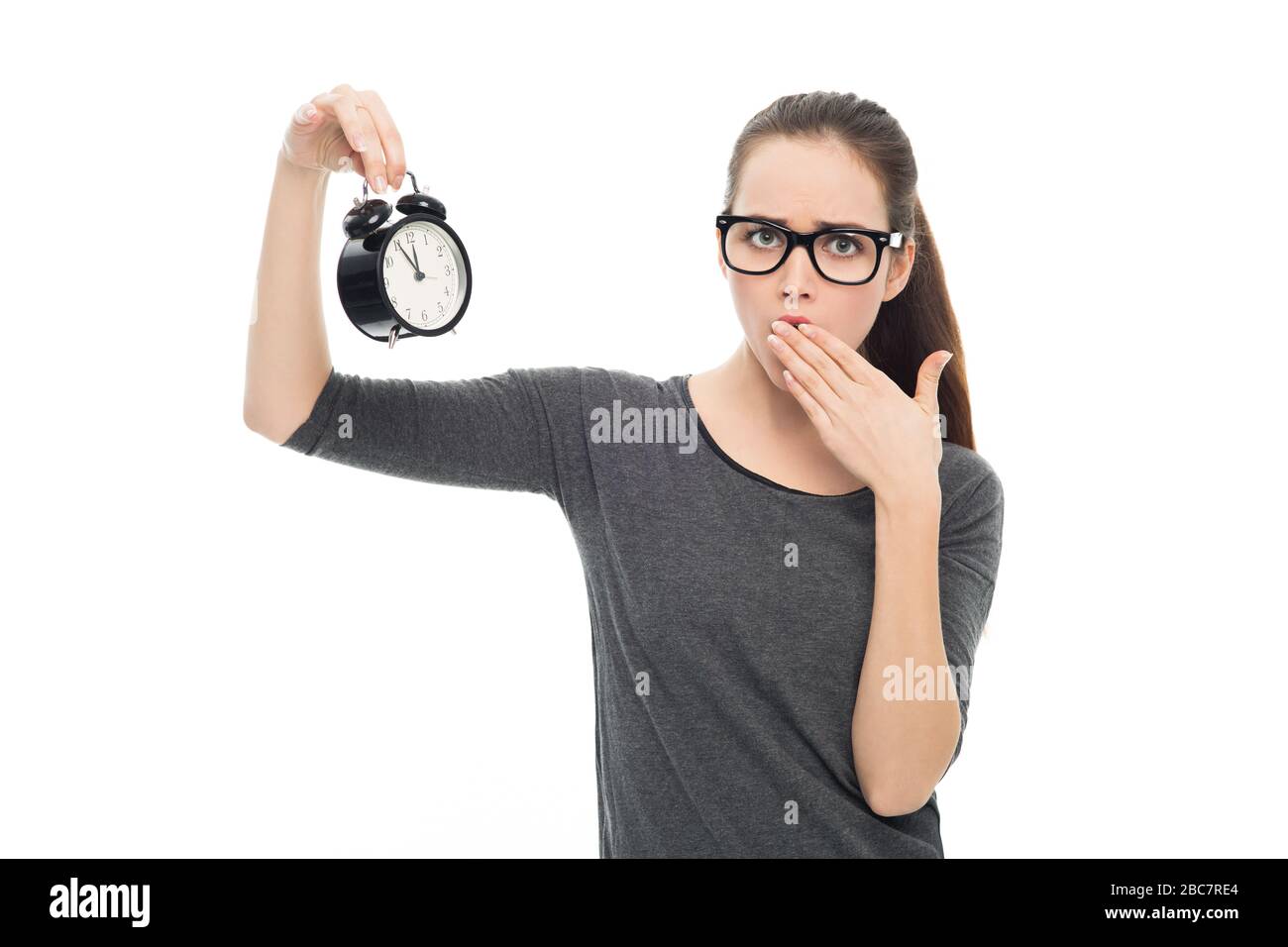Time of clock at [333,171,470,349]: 11:54
